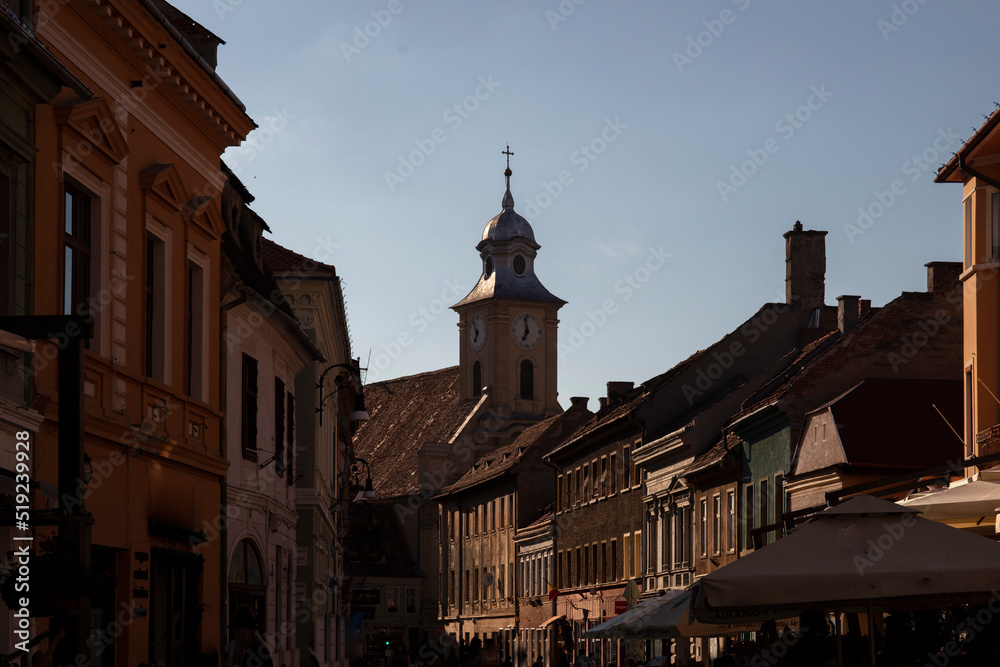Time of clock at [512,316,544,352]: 6:58
